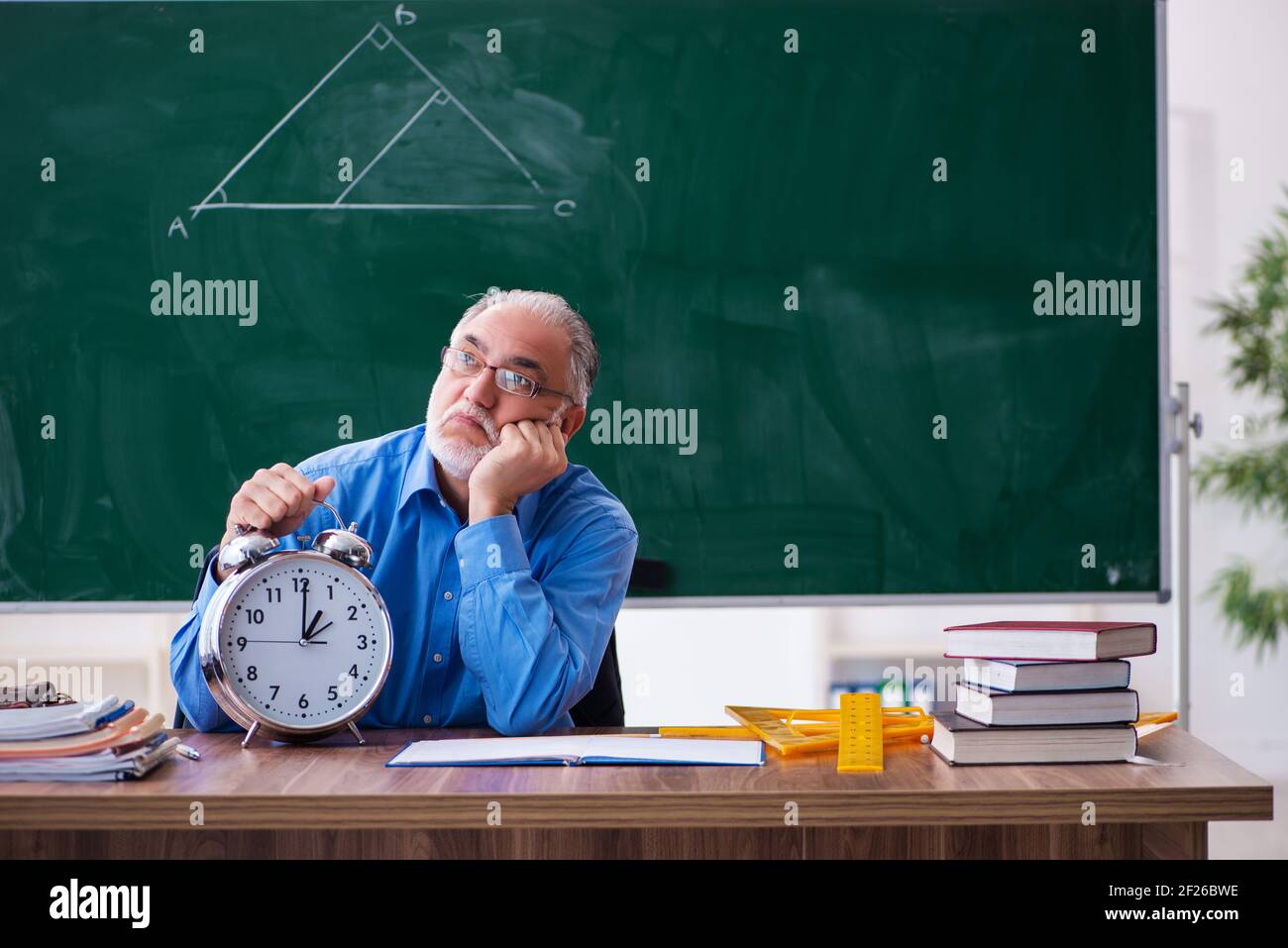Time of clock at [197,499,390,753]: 1:00
